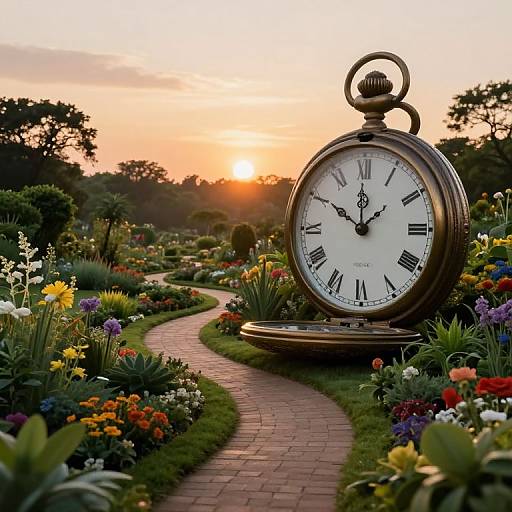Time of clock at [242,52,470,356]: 11:50
